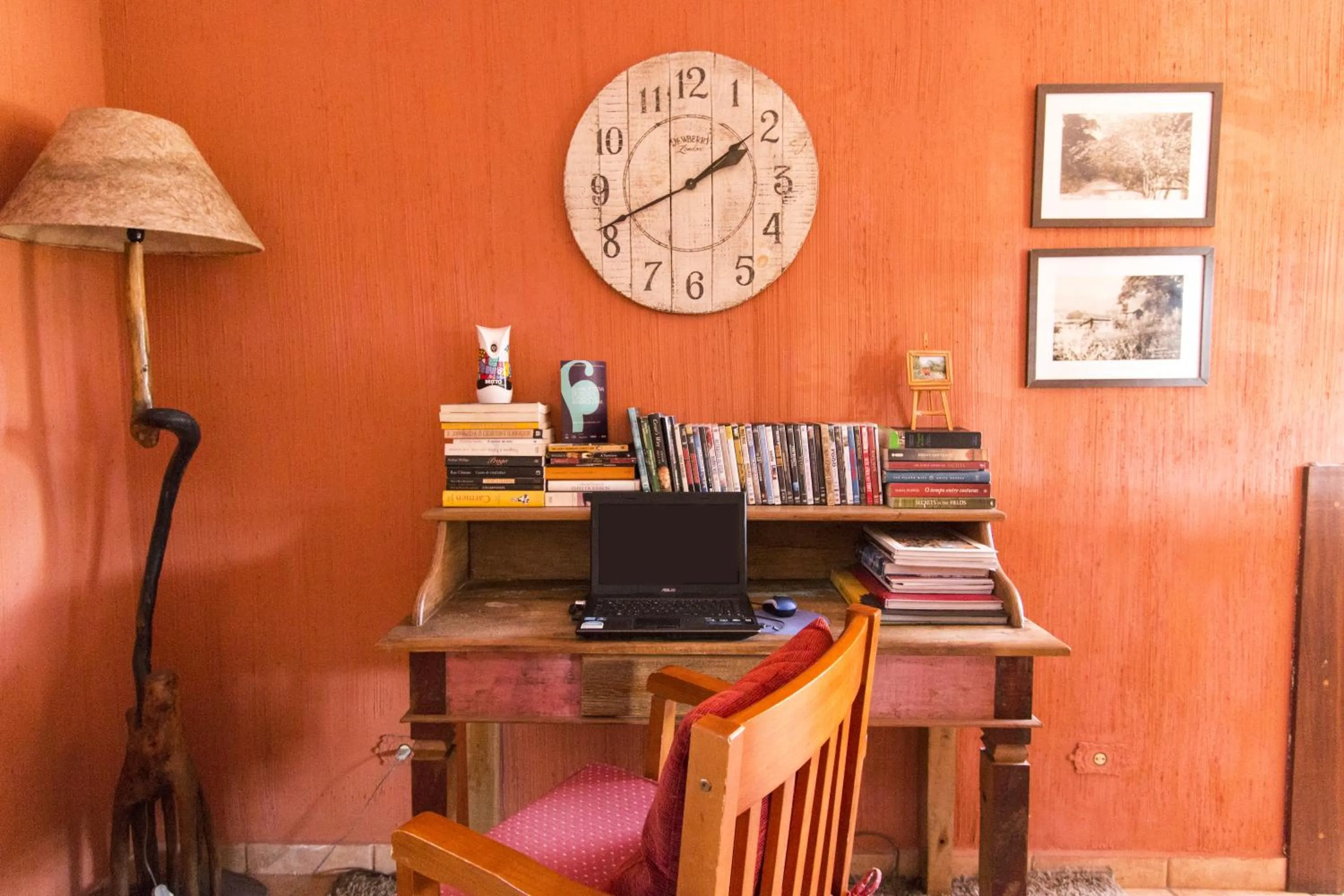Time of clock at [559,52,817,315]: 1:41
